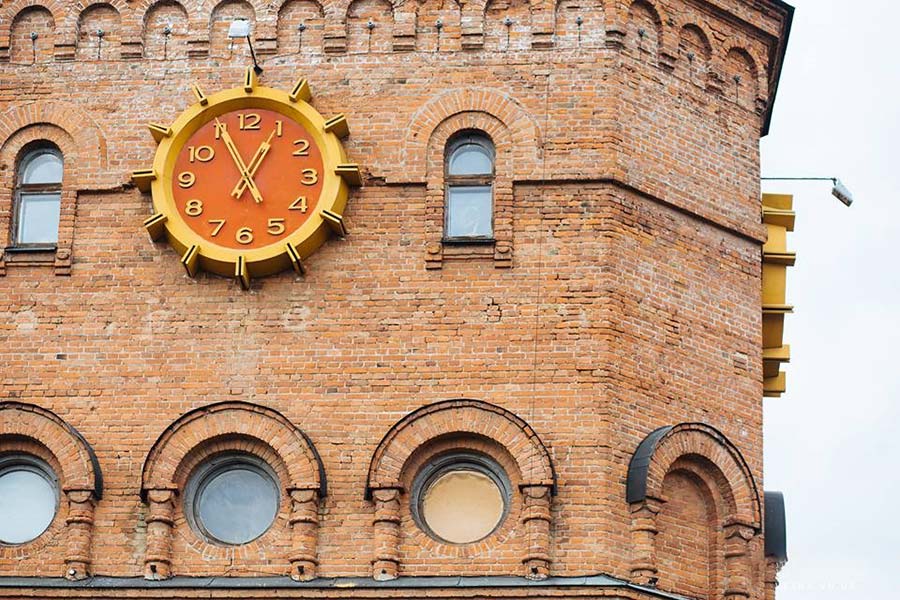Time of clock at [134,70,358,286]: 12:55
